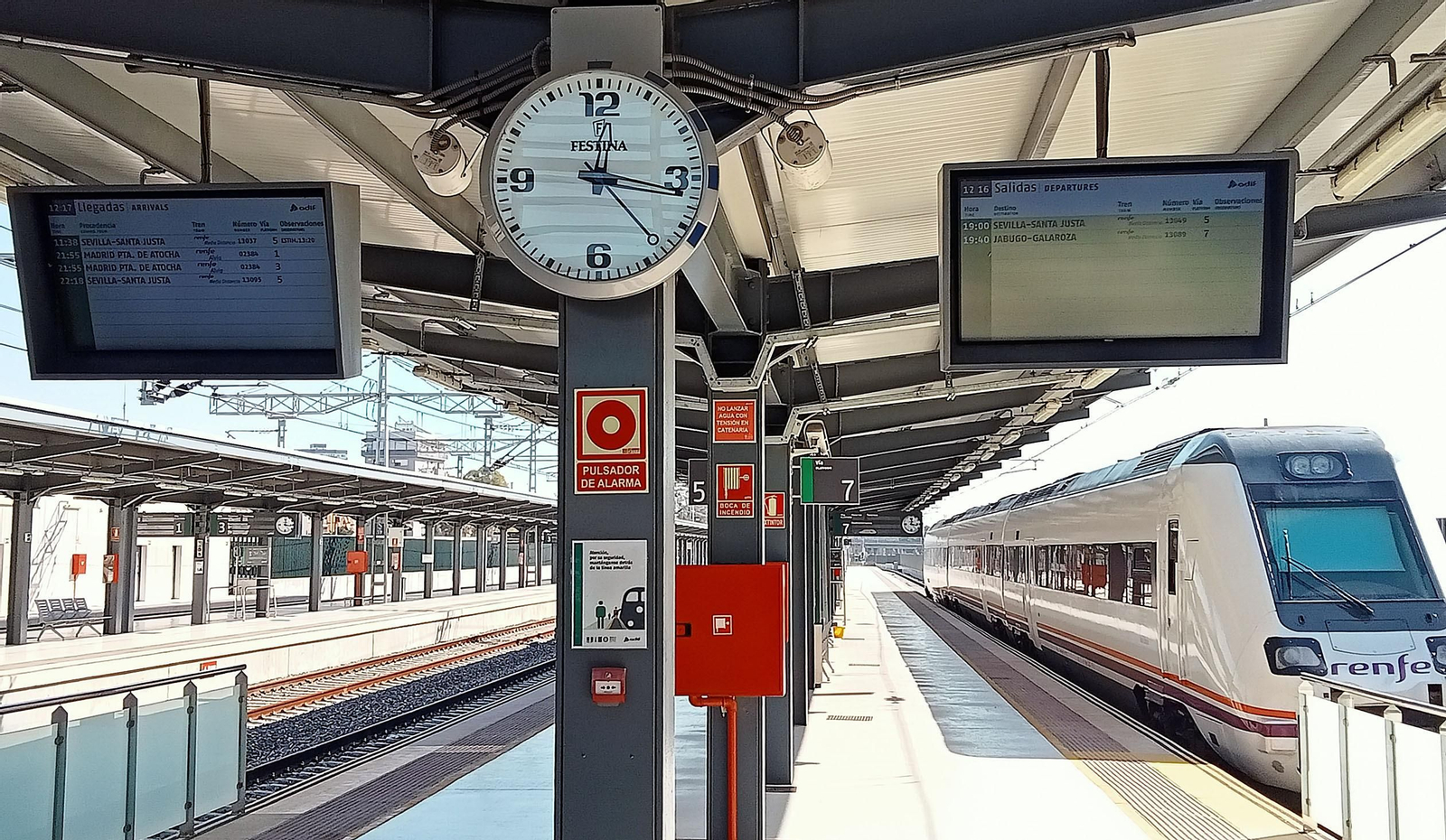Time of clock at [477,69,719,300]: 12:16
